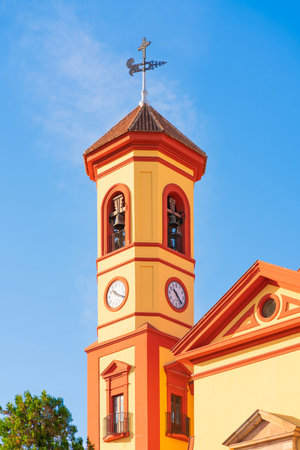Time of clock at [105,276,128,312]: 10:19
